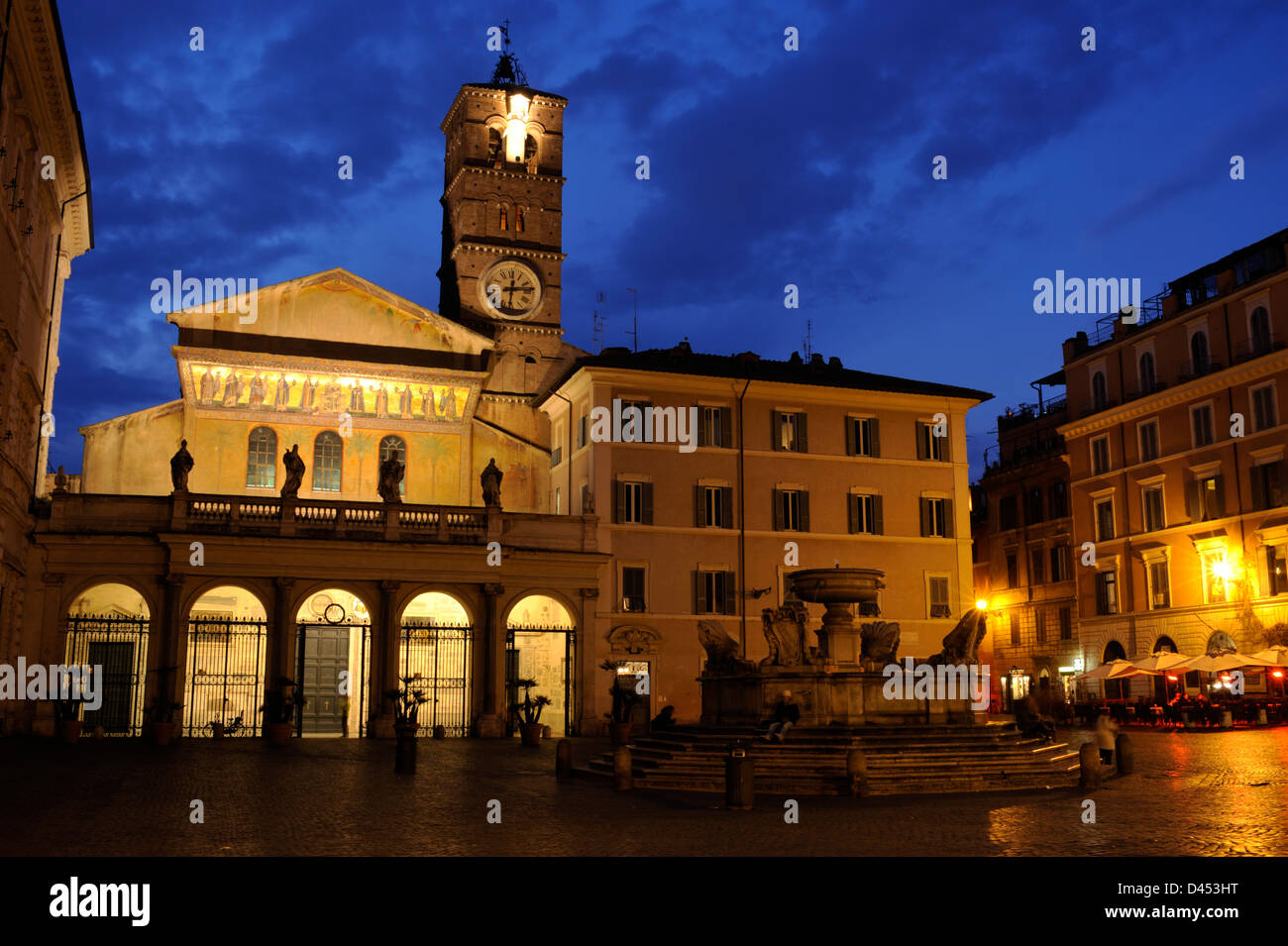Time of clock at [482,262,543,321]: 12:13
